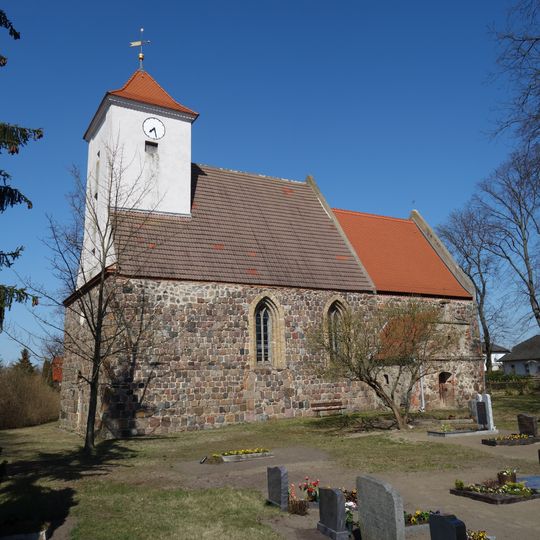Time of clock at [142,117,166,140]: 7:27
